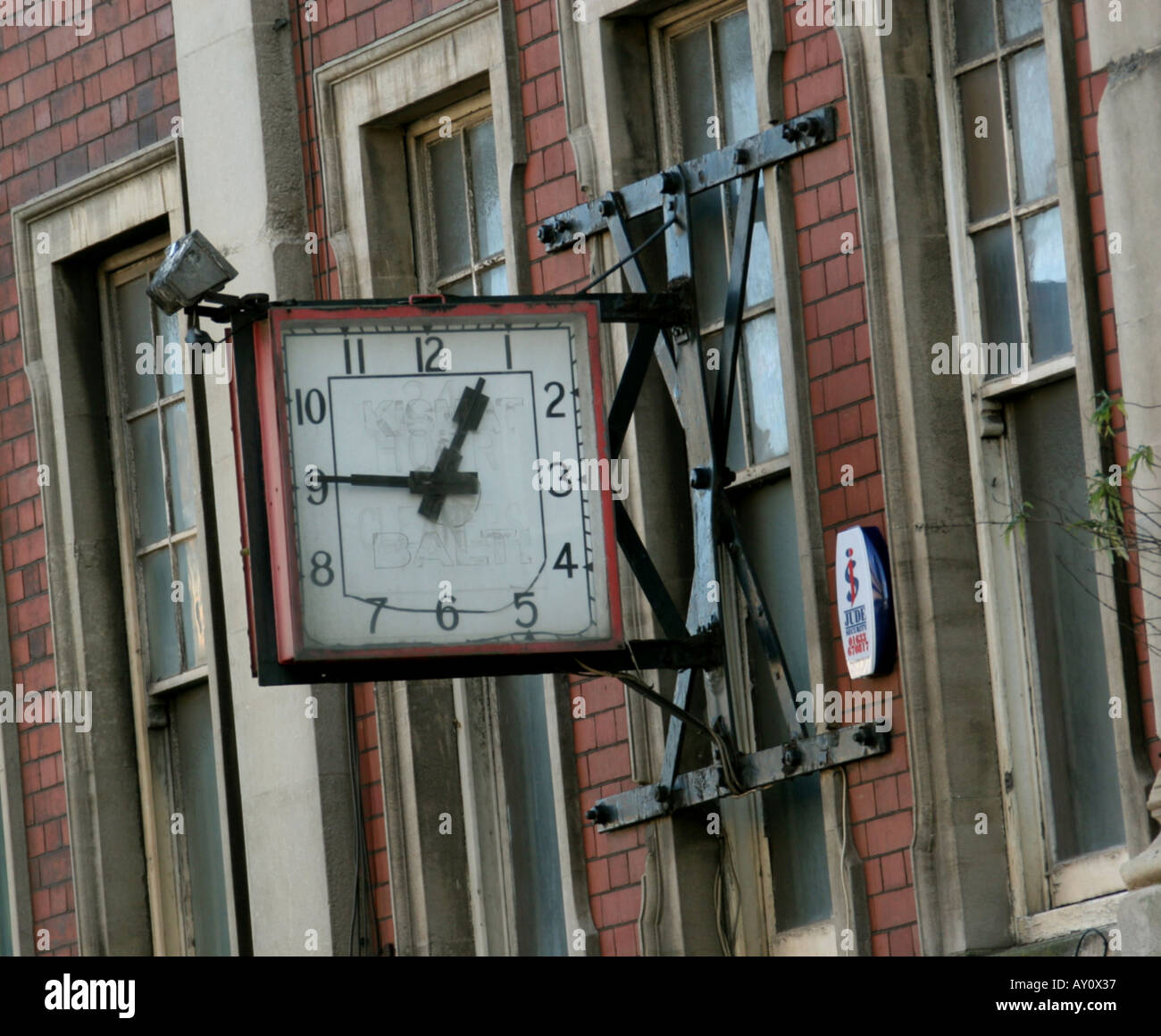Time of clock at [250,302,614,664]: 12:45
